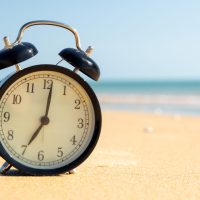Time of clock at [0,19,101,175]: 7:01
